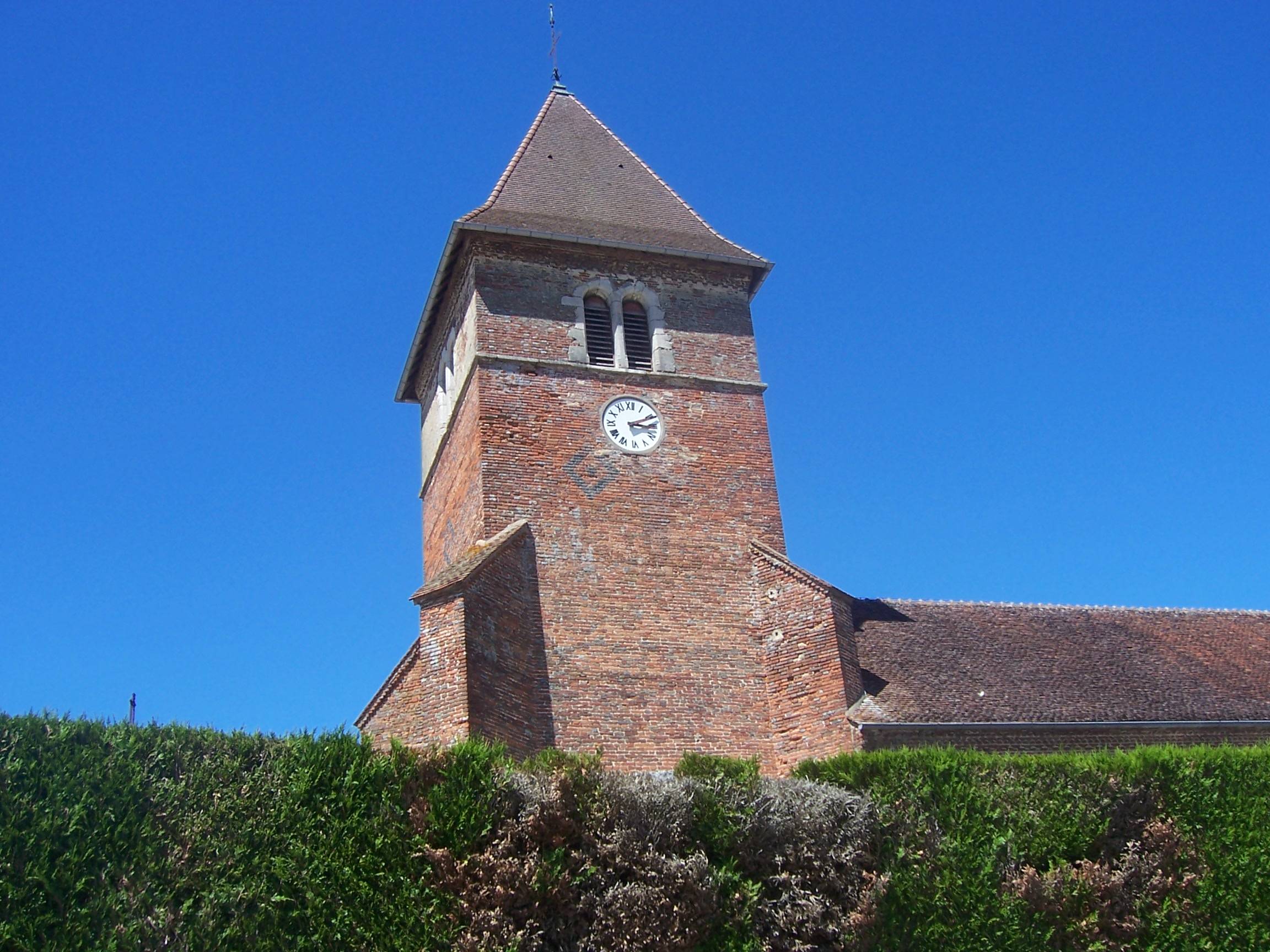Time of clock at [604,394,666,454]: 3:11
